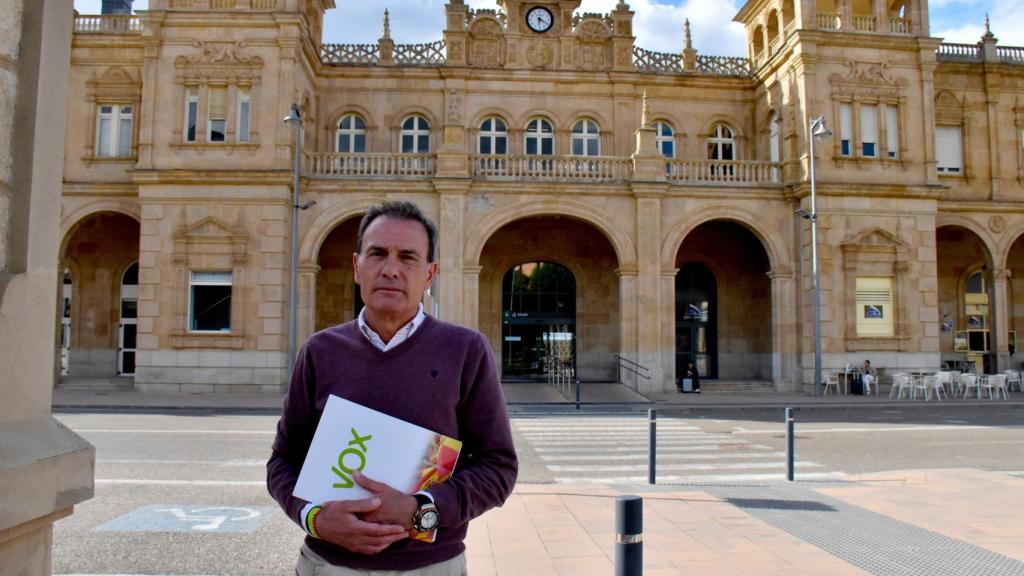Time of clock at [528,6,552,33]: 6:20
